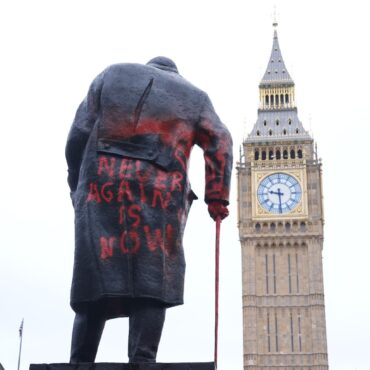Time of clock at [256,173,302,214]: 9:29
